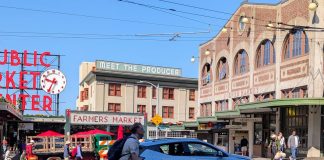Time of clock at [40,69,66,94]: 9:34
